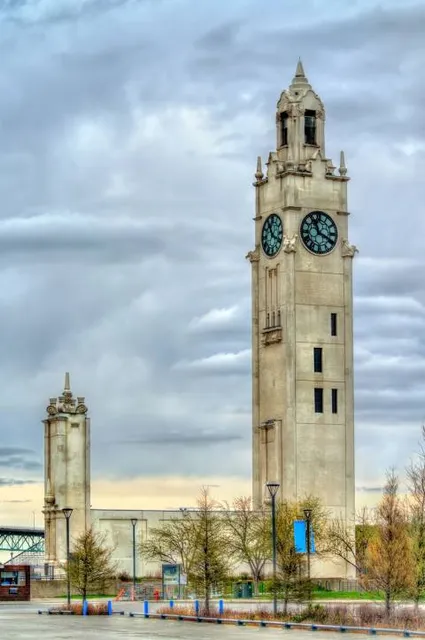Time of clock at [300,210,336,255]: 11:19
